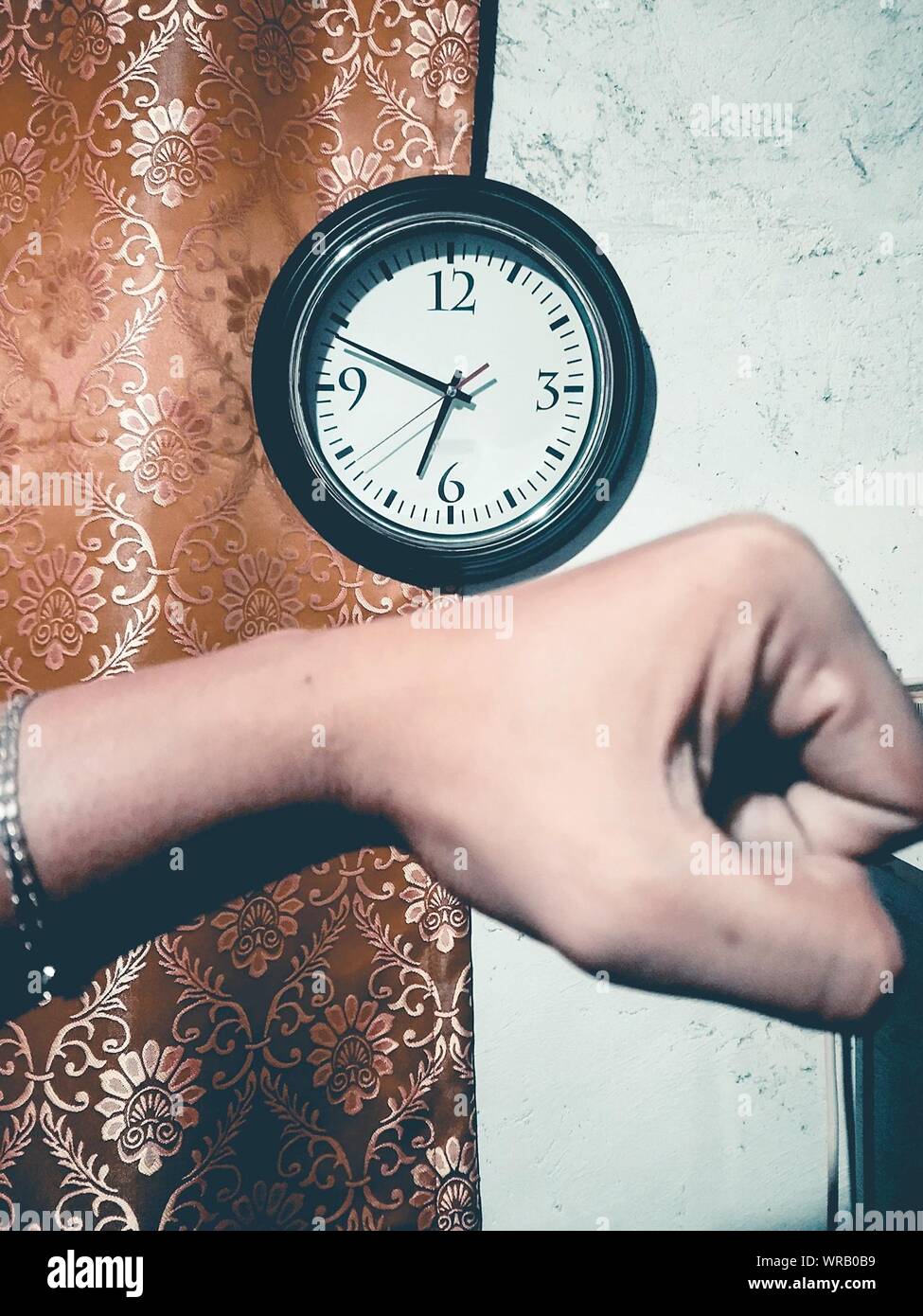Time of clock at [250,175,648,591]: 6:48
